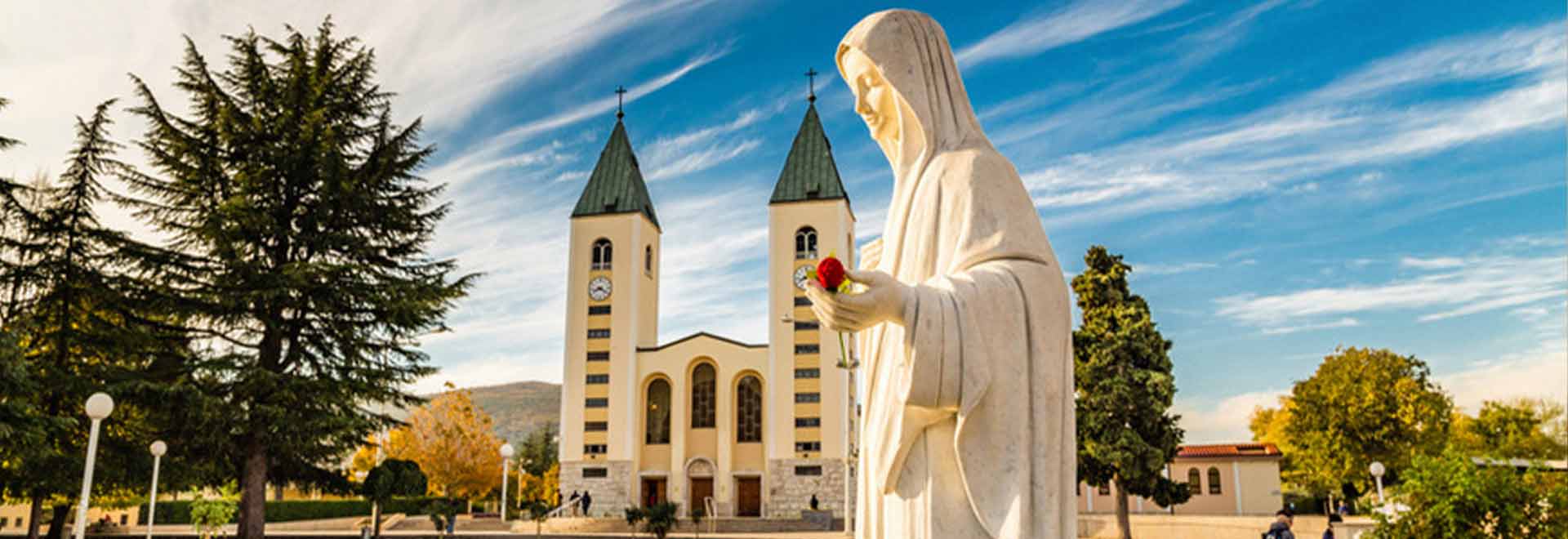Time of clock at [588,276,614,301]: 8:20
